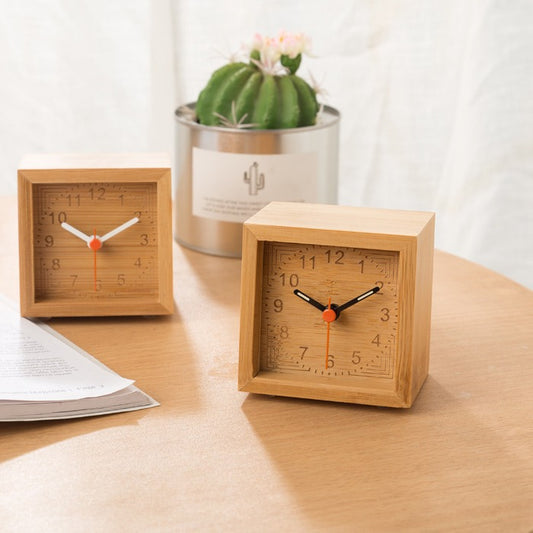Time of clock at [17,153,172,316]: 10:10
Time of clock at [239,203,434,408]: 10:10
